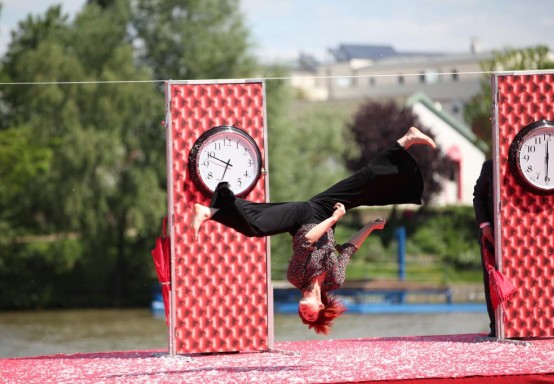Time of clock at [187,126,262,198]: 6:49
